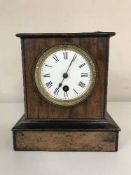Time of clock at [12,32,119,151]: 7:04
